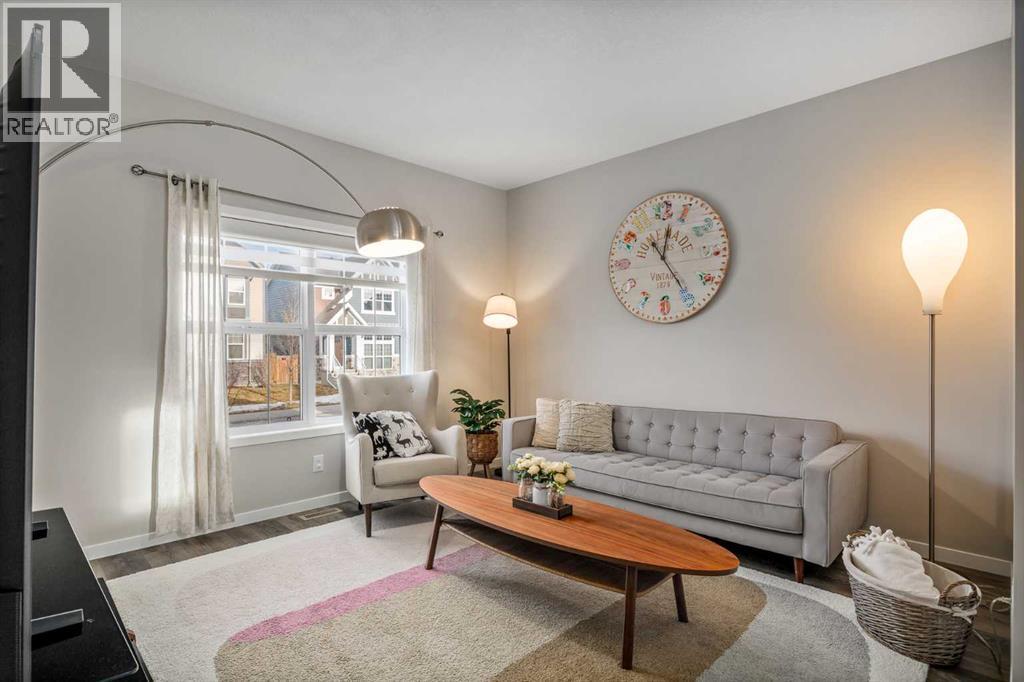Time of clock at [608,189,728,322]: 12:24
